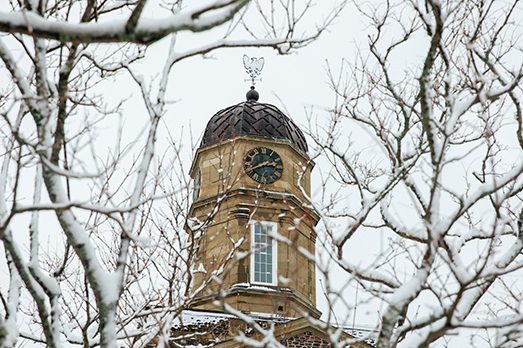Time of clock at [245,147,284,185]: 2:40
